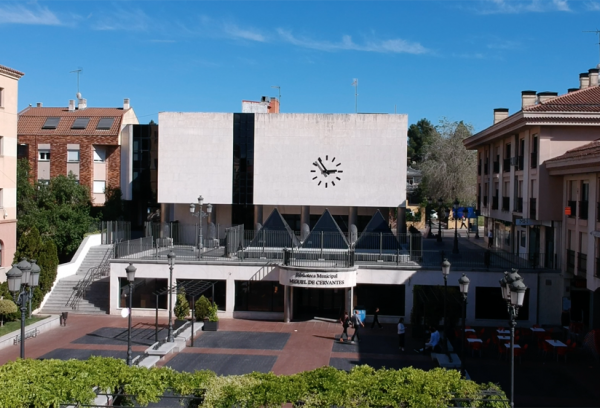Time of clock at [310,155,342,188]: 2:54
